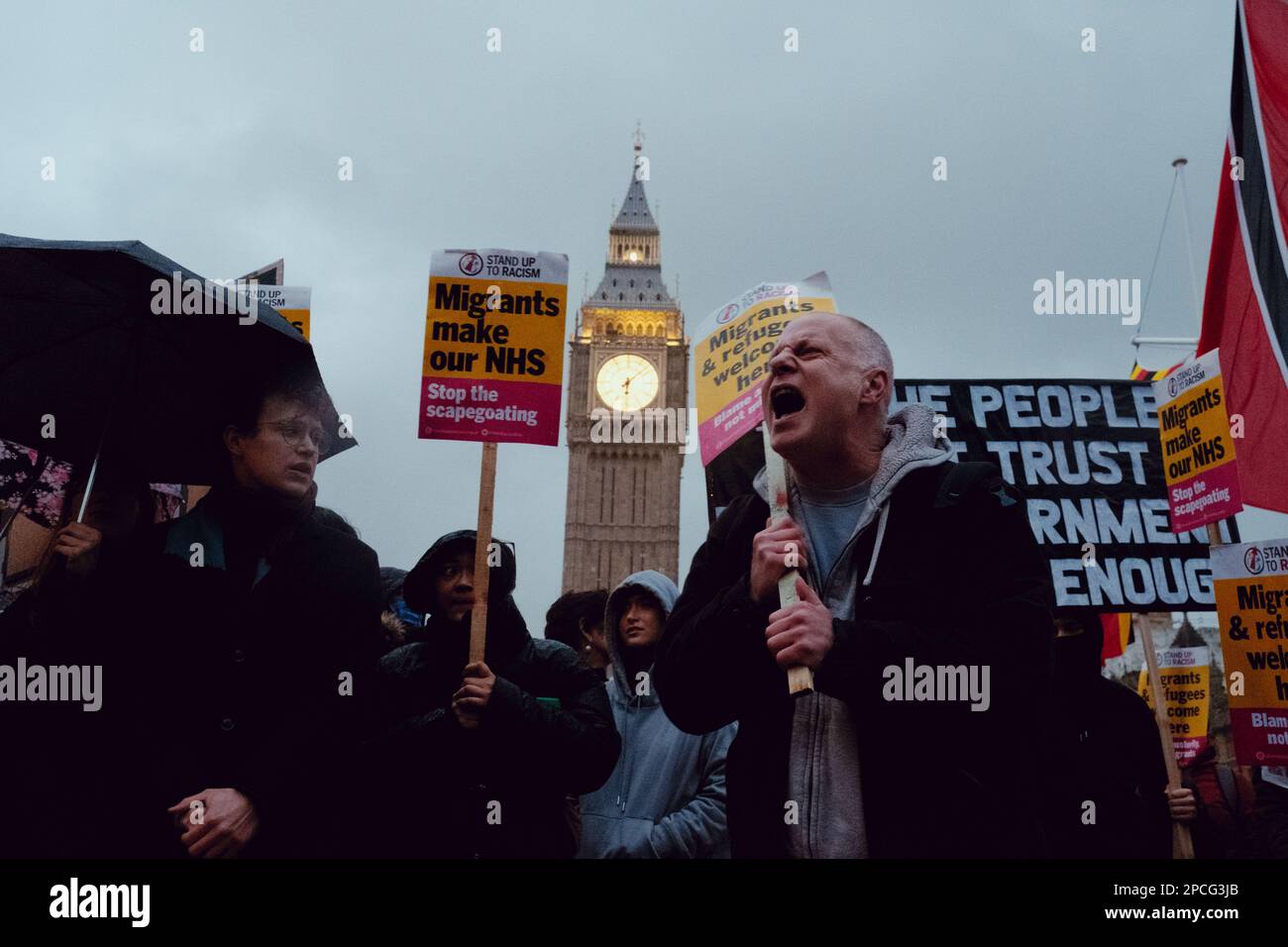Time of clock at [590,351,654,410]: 6:07
